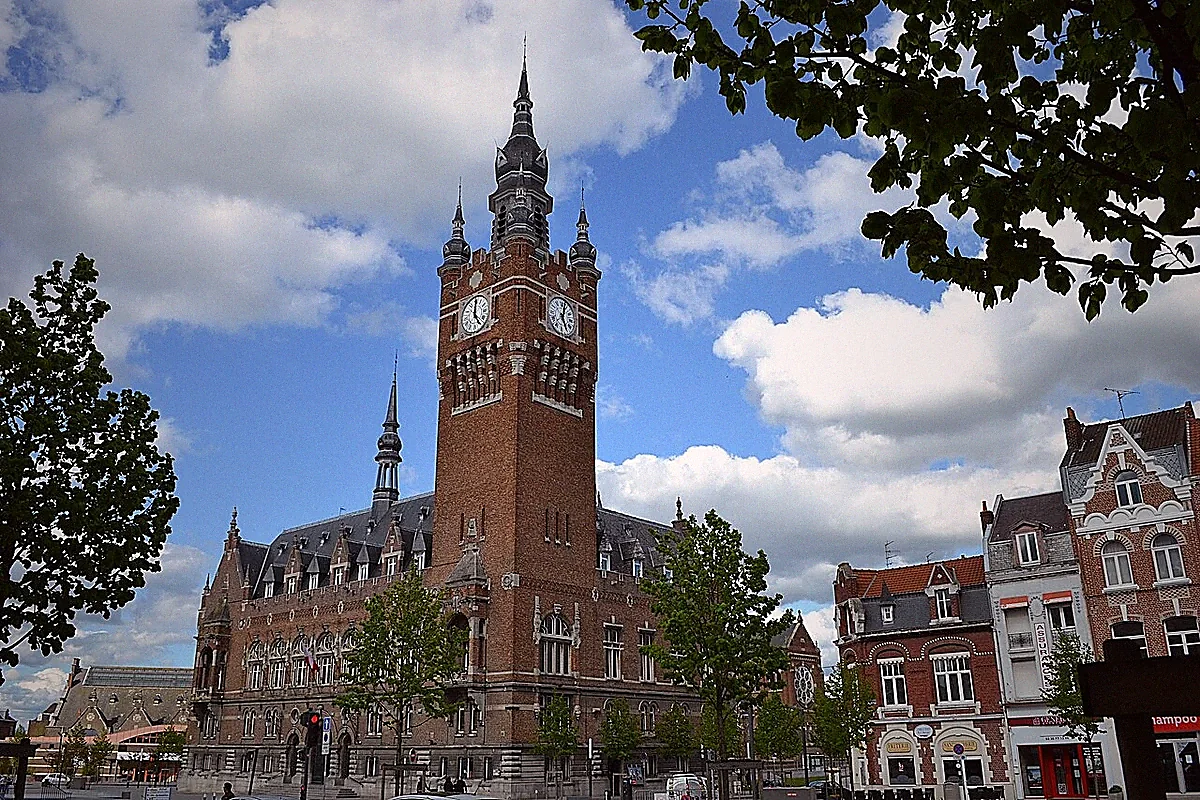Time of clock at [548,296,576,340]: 12:24
